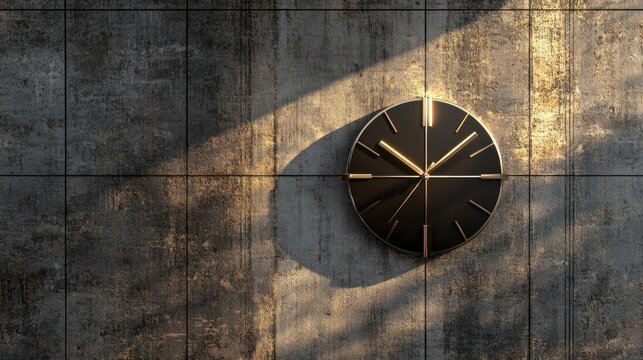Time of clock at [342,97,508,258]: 10:07
